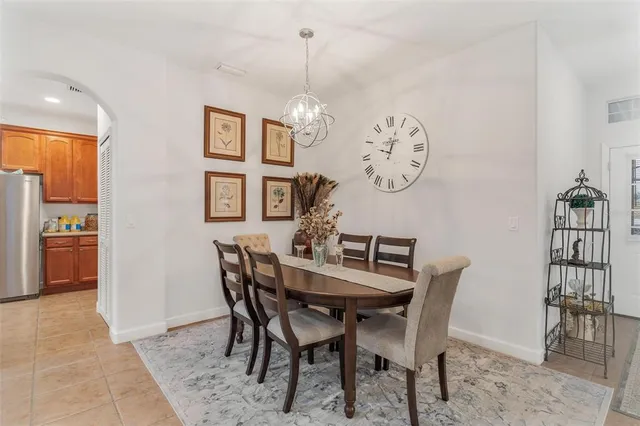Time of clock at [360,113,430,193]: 10:03
